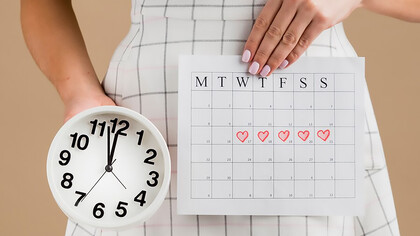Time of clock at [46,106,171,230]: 11:57
